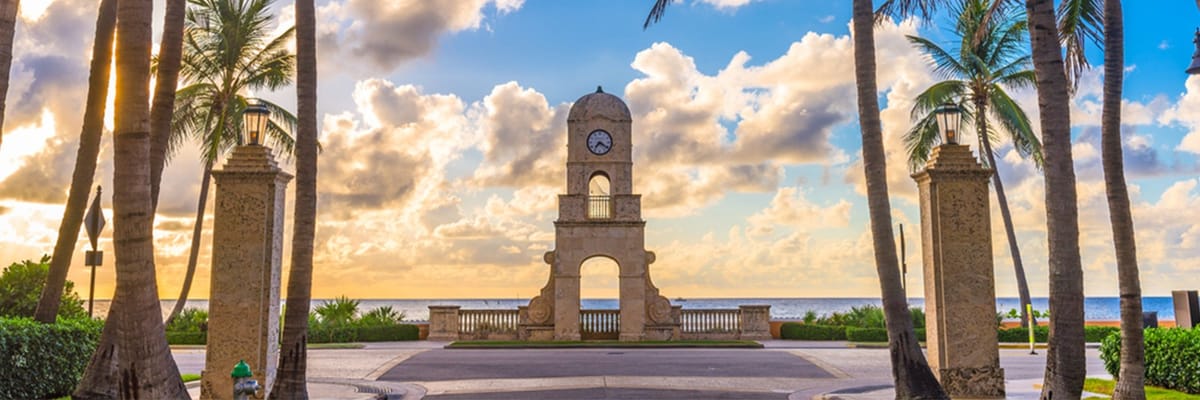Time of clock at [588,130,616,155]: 7:20
